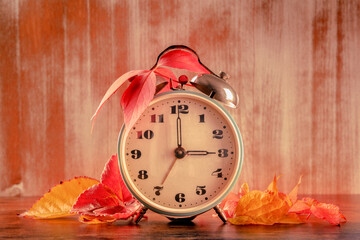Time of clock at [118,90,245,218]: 2:59
